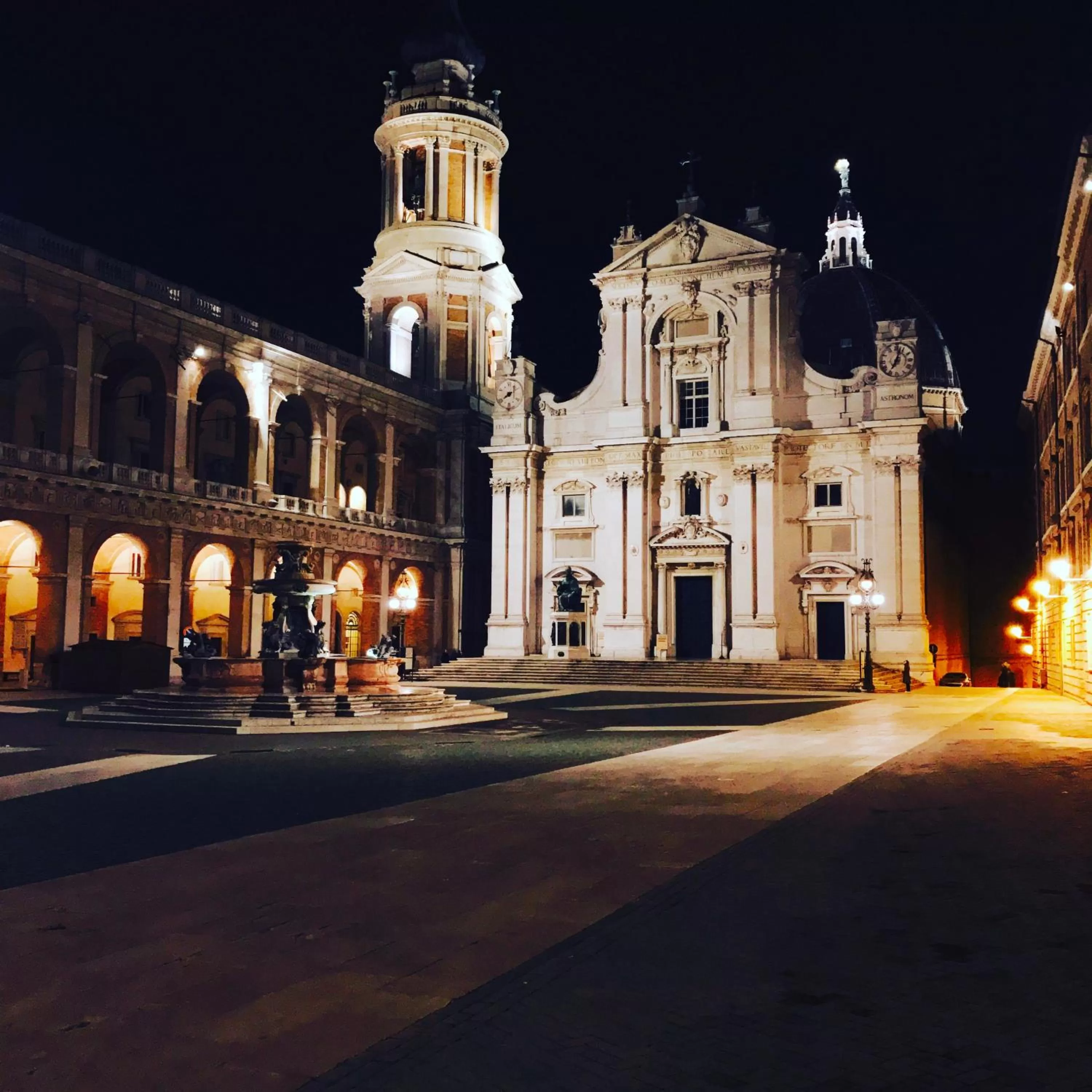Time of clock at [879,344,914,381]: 7:03
